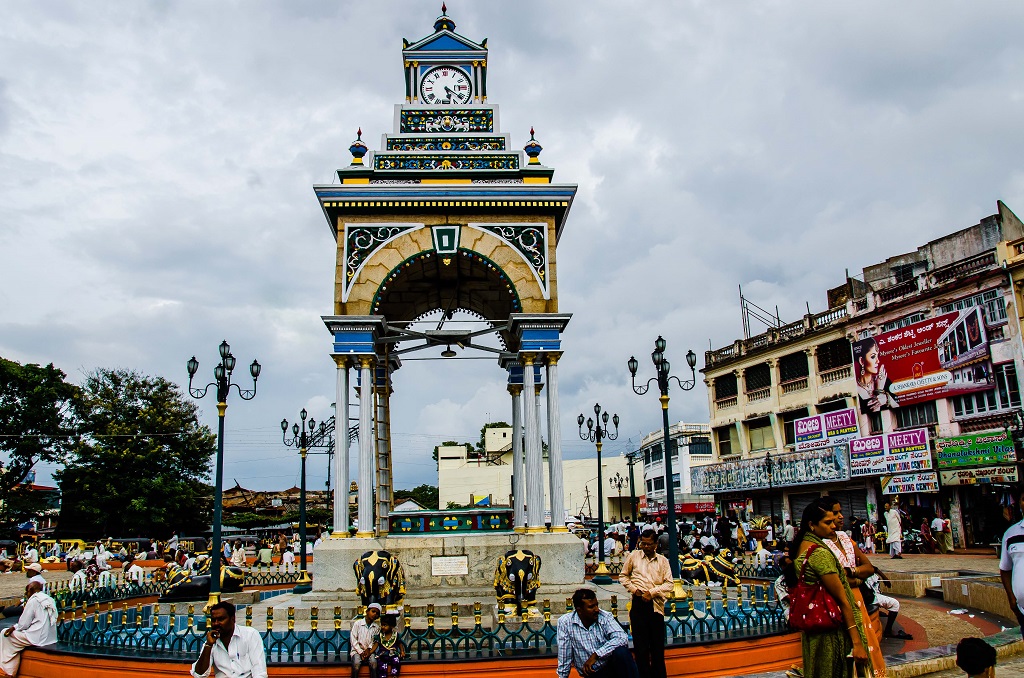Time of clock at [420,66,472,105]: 5:20
